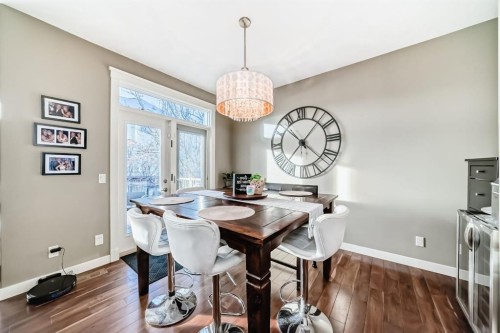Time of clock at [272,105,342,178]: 10:07
